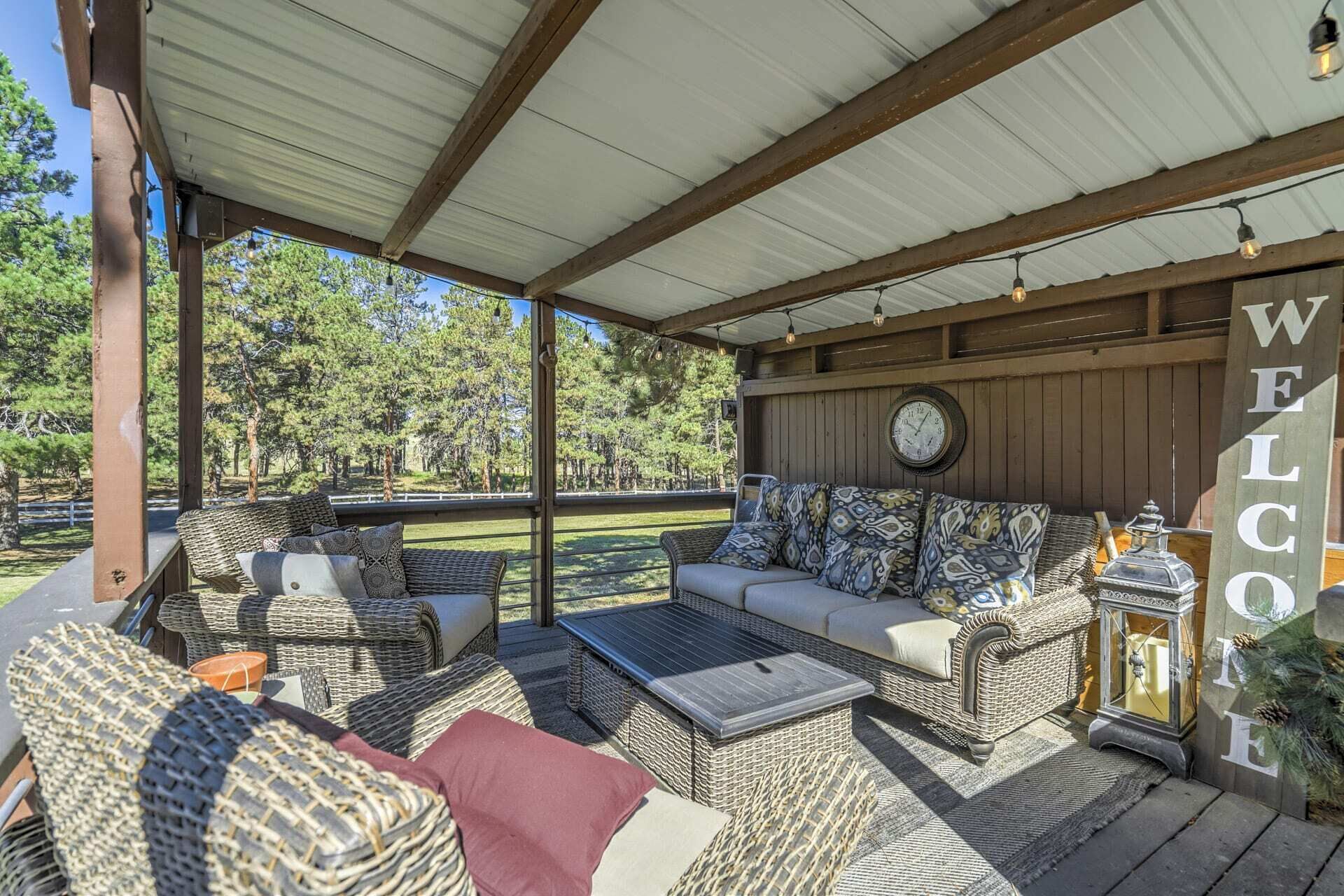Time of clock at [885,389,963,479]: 10:04
